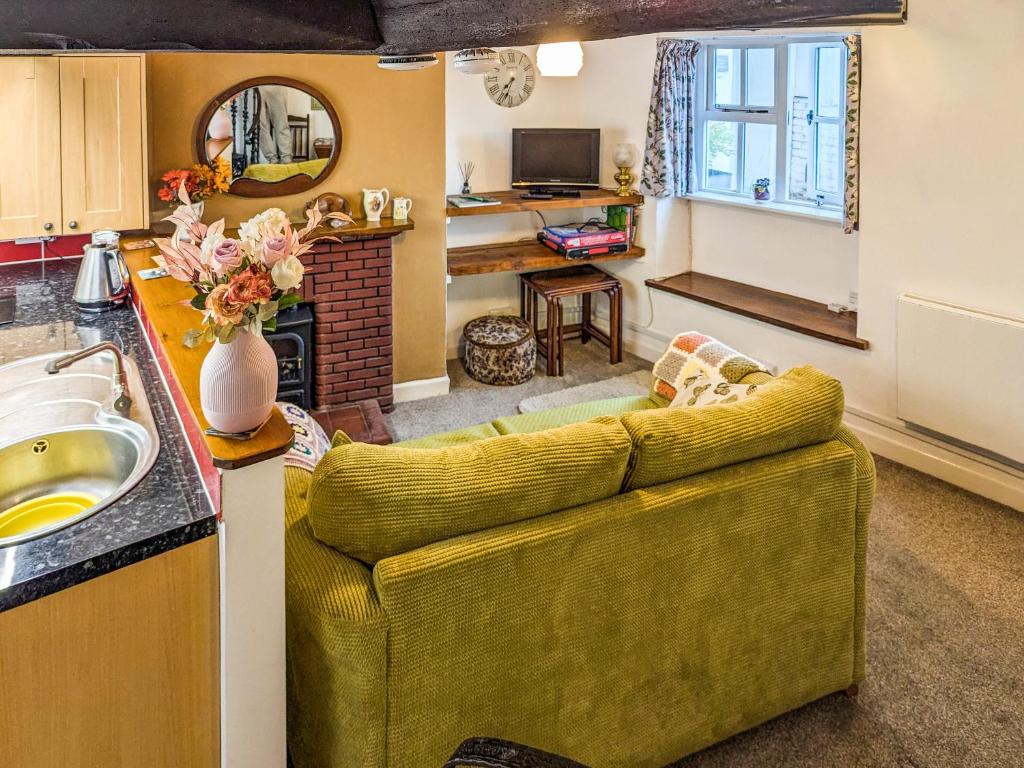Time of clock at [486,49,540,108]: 7:33
